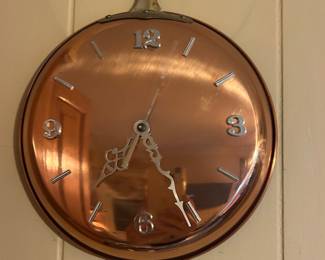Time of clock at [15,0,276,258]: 7:25
